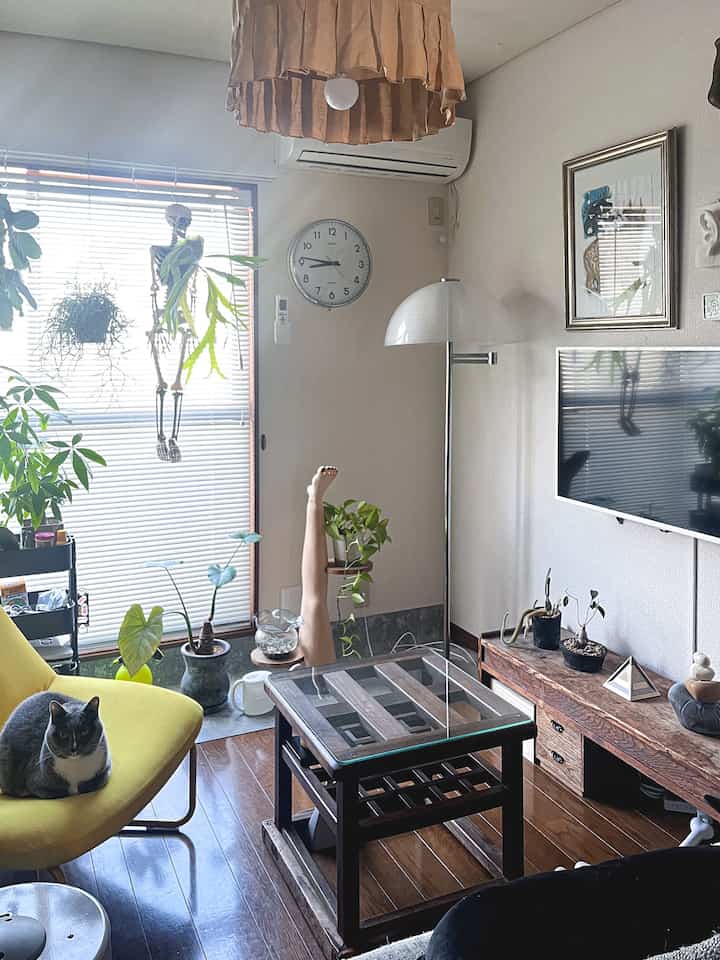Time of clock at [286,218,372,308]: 8:46
